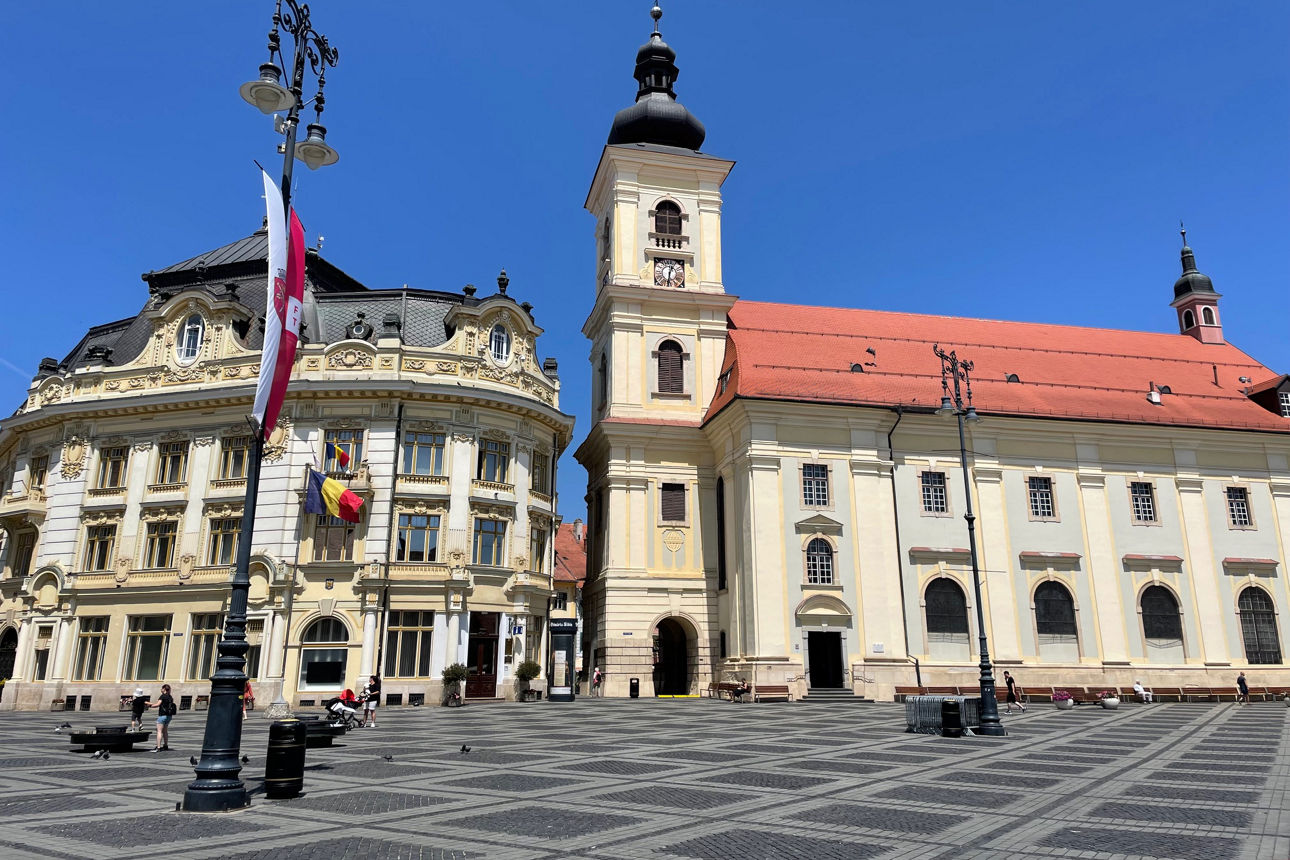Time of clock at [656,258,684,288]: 12:30
